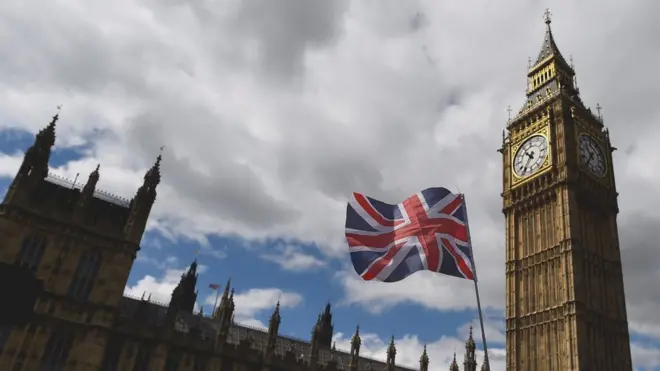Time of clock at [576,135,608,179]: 10:36
